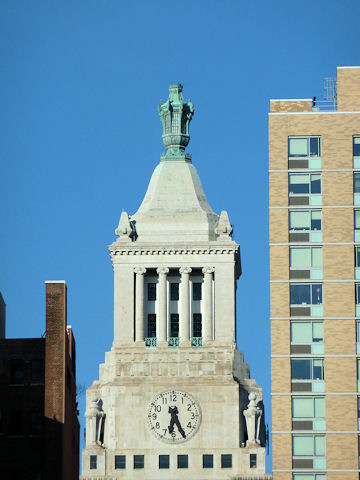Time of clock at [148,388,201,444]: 6:25
